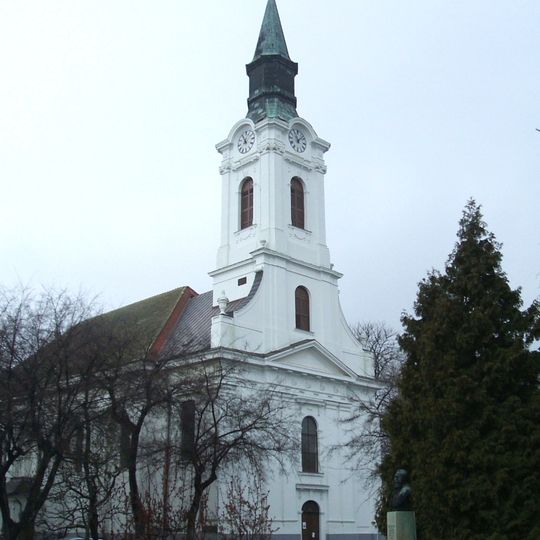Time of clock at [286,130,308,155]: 11:07
